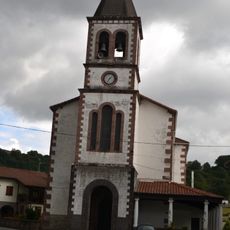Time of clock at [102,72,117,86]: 7:07
